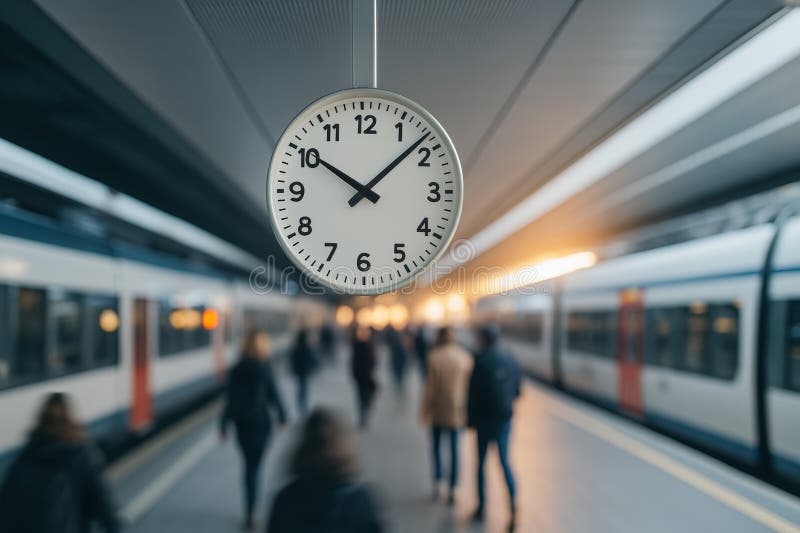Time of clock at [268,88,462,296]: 10:08
